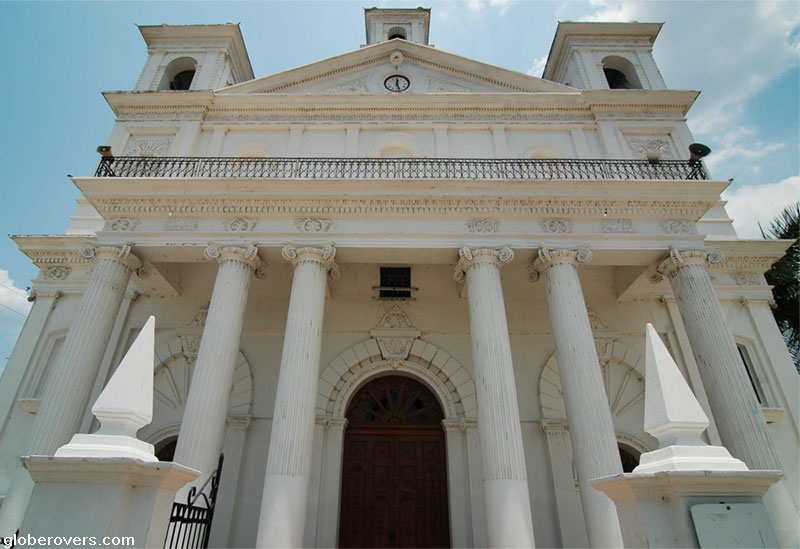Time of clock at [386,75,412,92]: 12:27
